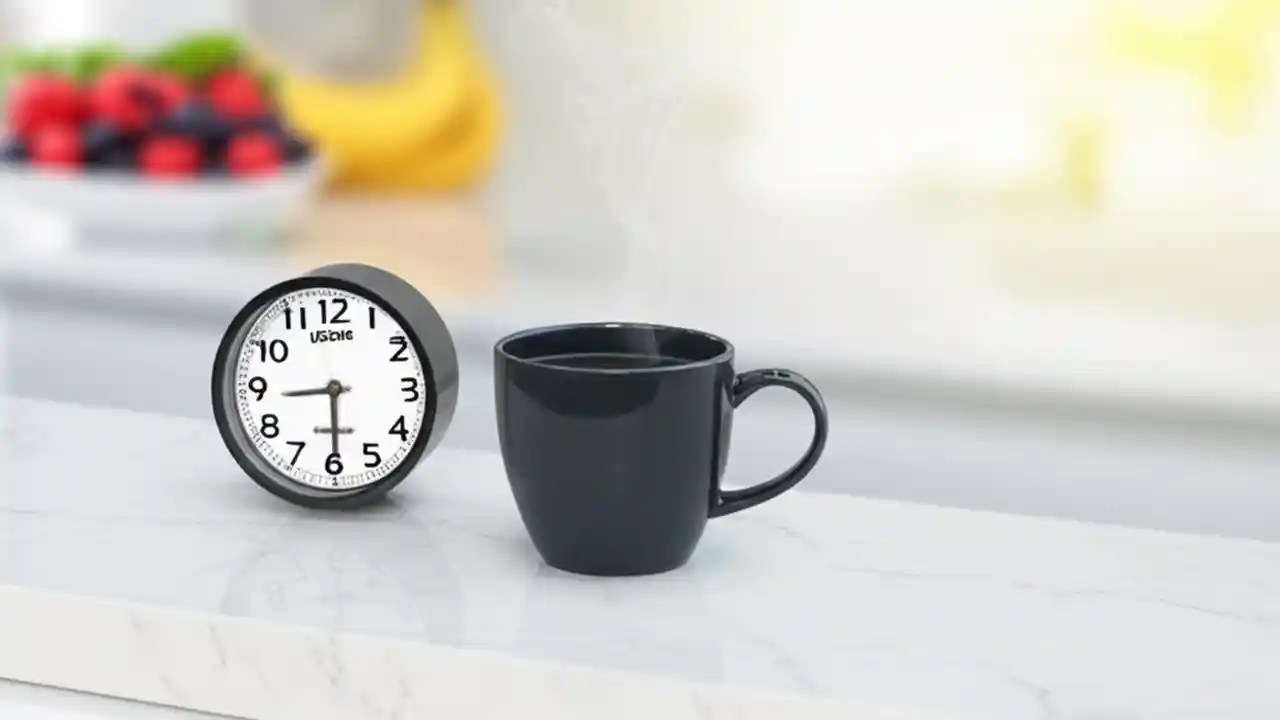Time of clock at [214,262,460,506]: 8:29
